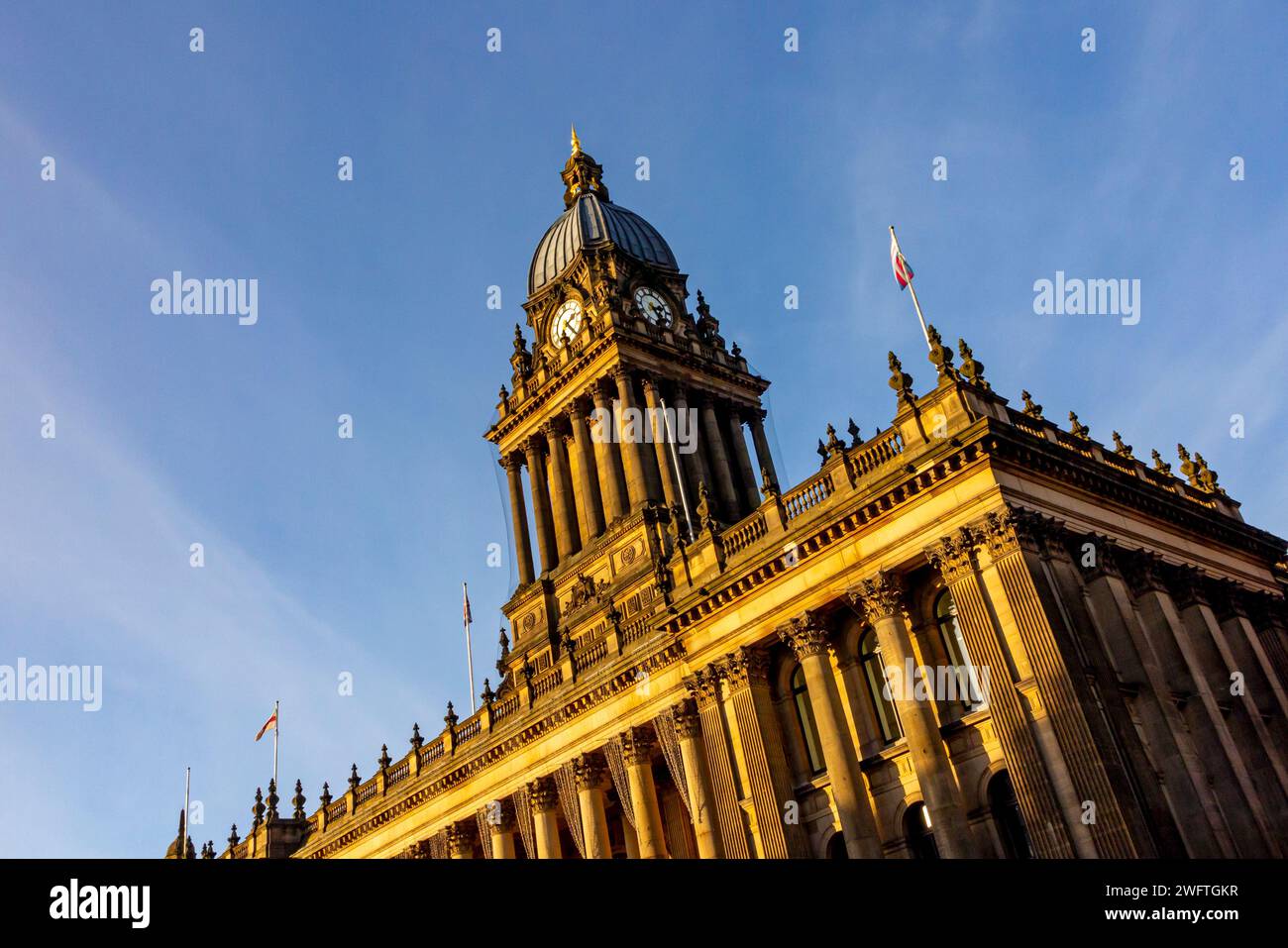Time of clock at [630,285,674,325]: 2:23
